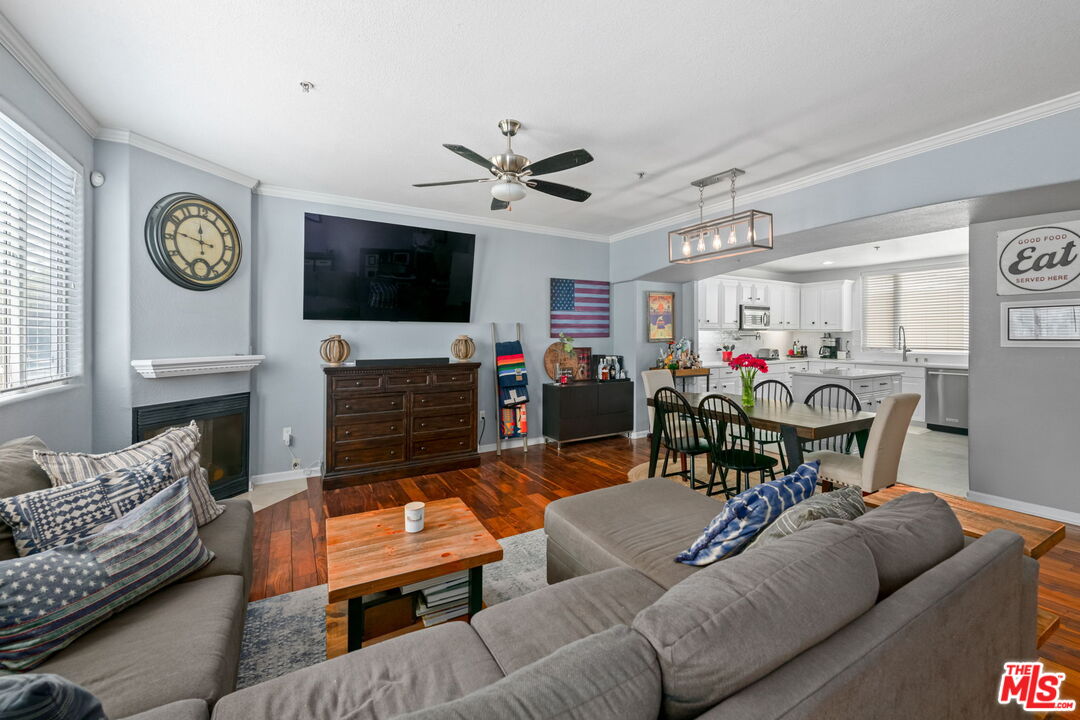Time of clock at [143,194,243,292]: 11:46
